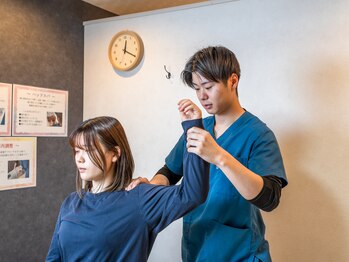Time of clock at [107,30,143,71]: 12:19
